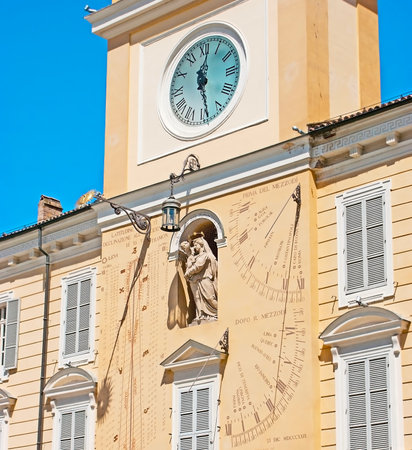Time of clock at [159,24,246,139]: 12:28
